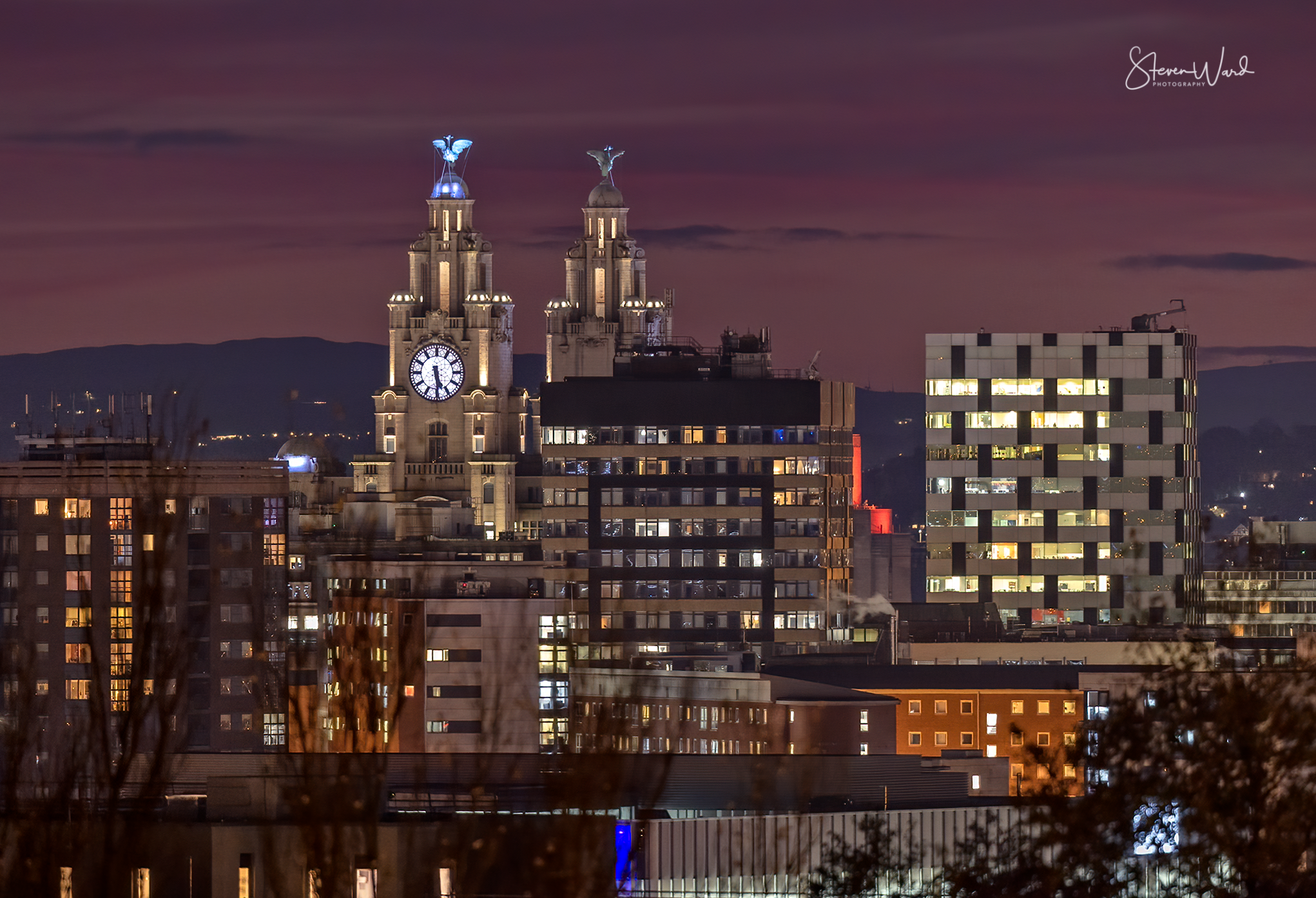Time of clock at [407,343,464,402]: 5:29
